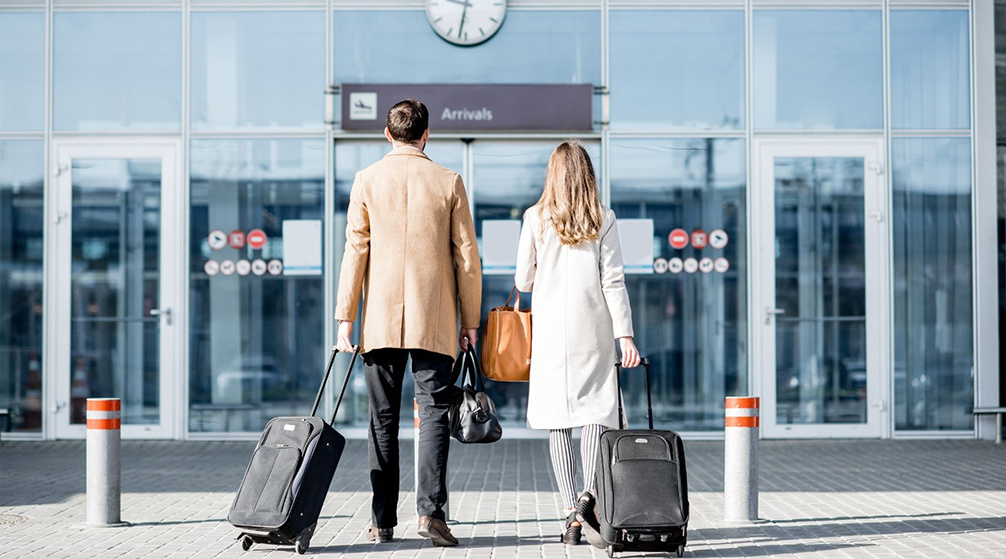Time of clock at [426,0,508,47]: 9:31
